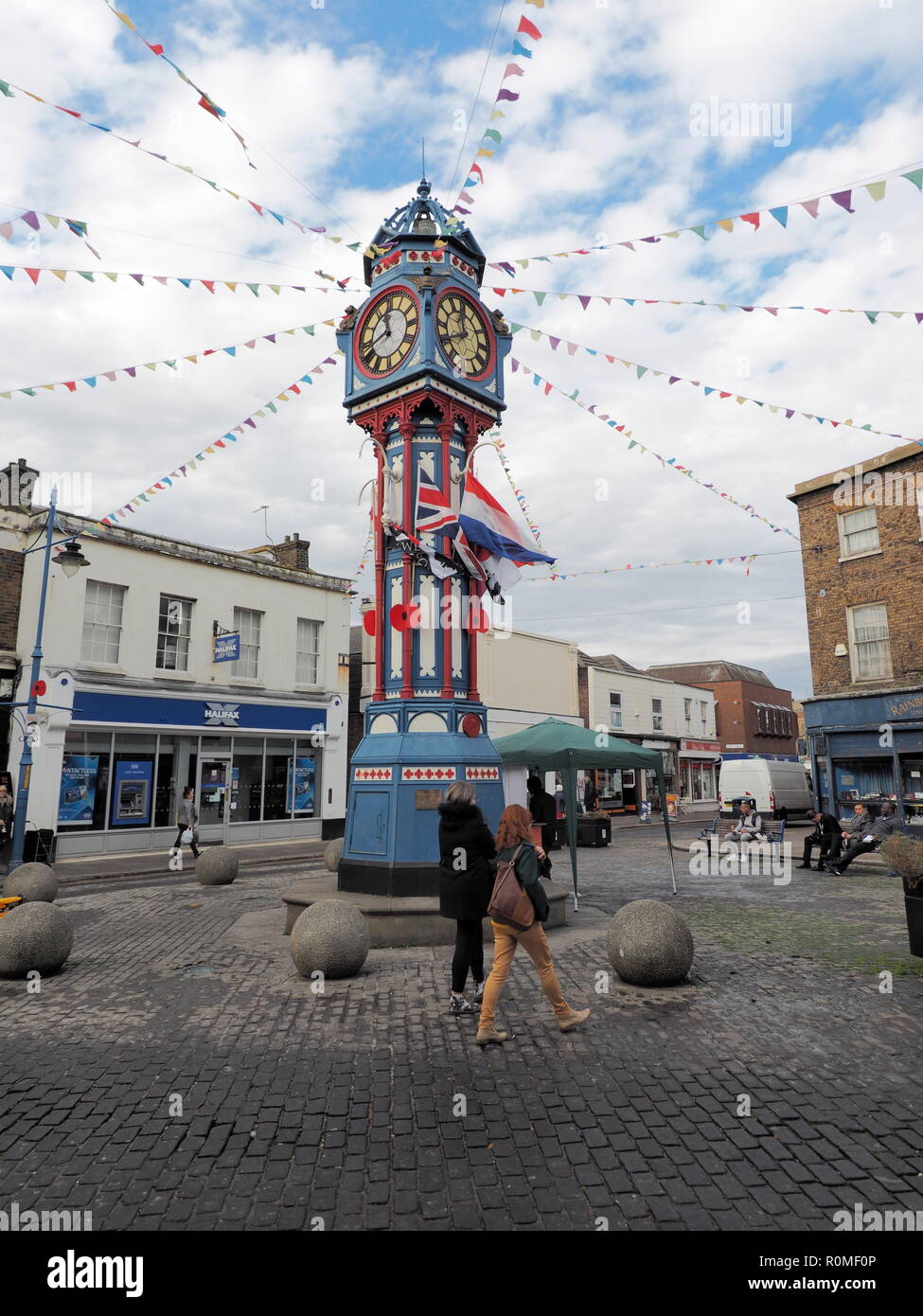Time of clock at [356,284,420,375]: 11:41
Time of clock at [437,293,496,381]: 11:40
